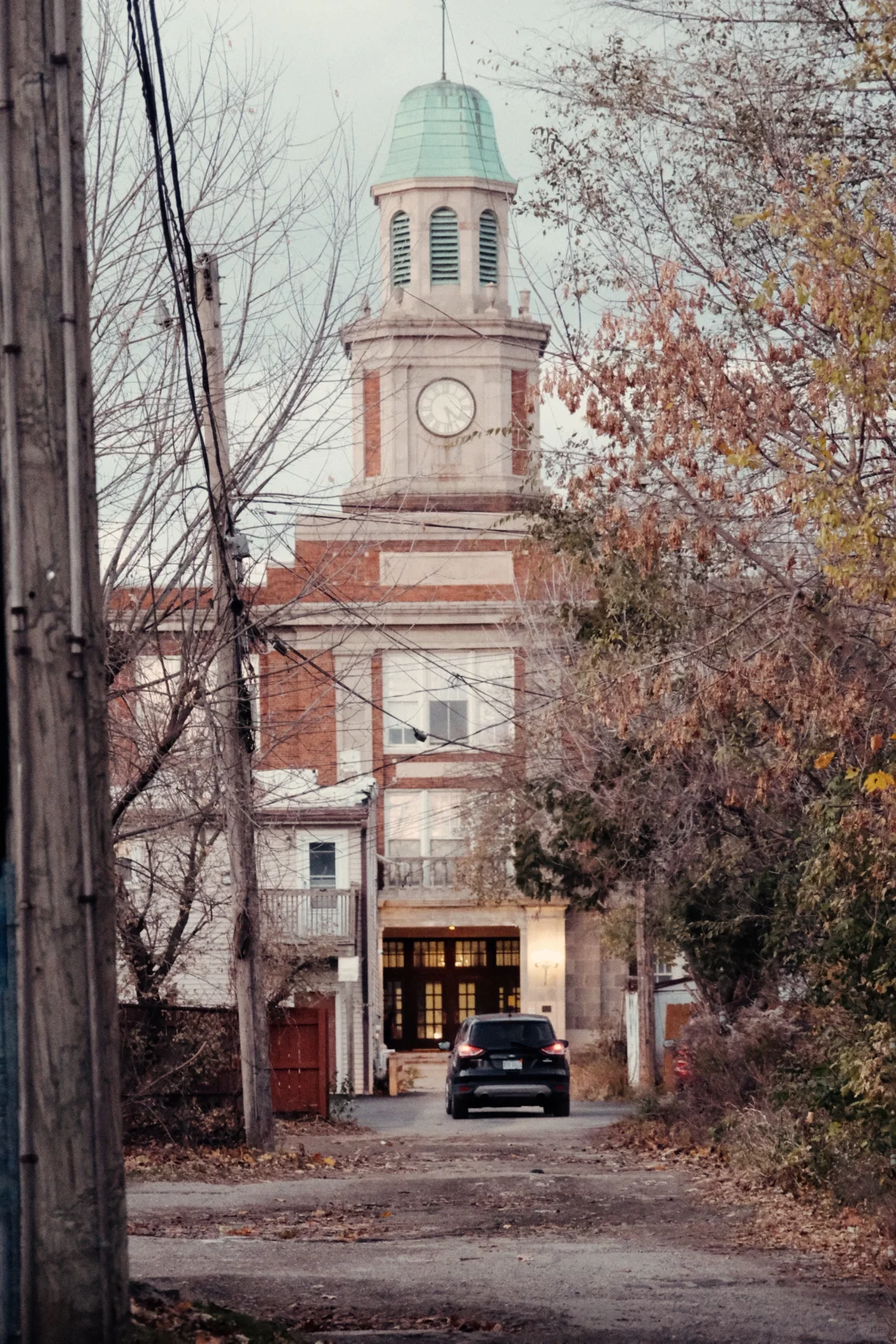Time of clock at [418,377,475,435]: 4:27
